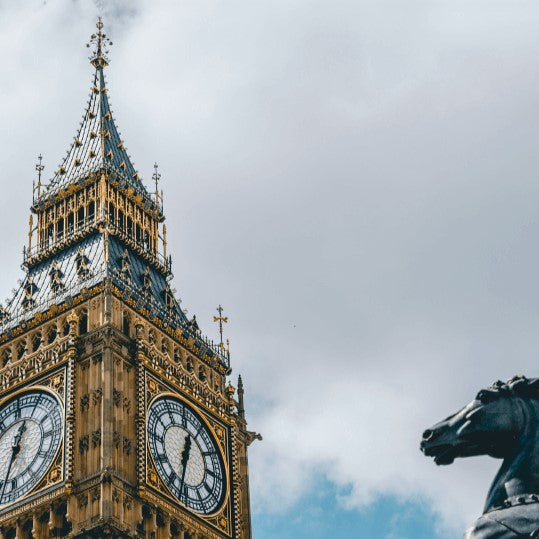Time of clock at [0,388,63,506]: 12:32
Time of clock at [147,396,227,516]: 12:32
